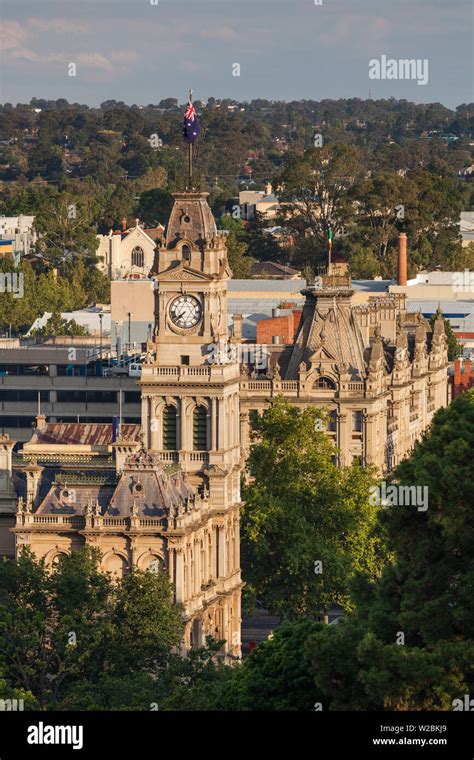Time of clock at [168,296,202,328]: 7:37
